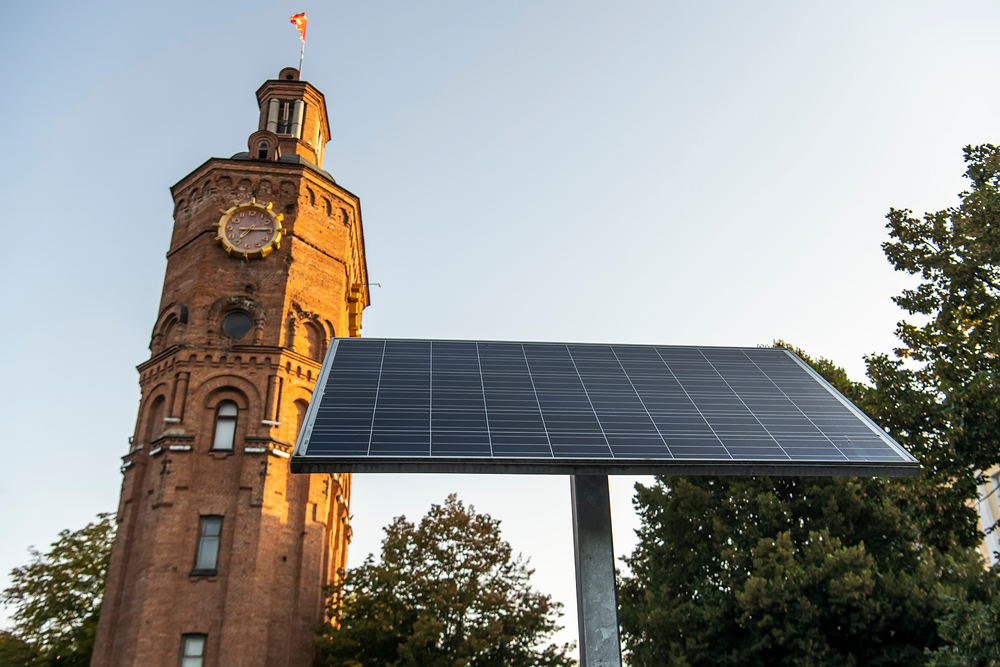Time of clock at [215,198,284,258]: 7:14
